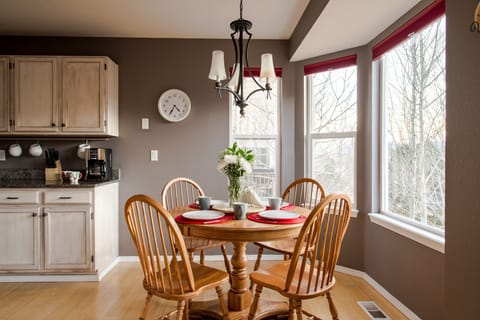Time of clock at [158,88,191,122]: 4:35
